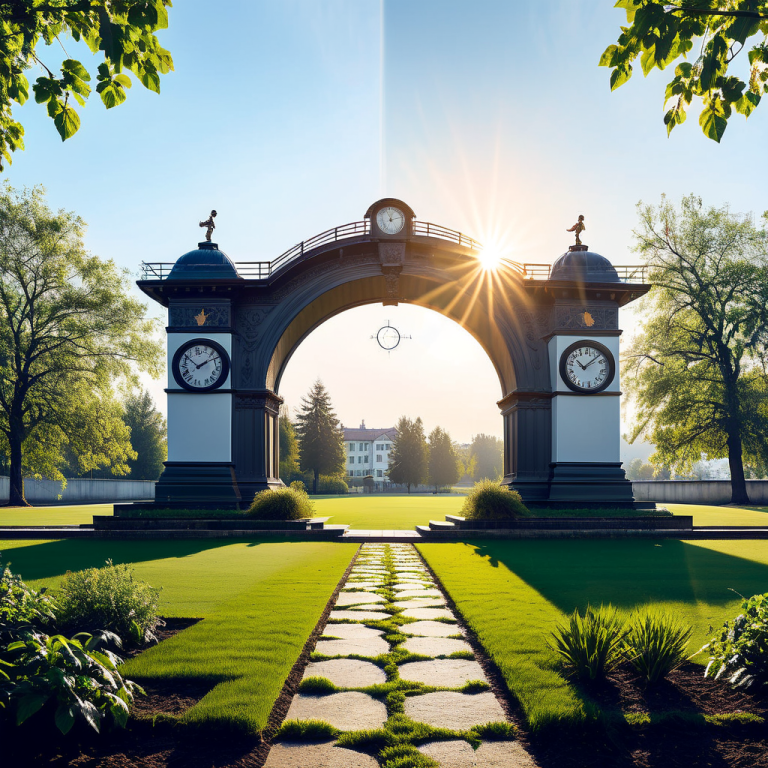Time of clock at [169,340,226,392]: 1:52
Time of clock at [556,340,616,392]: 10:07
